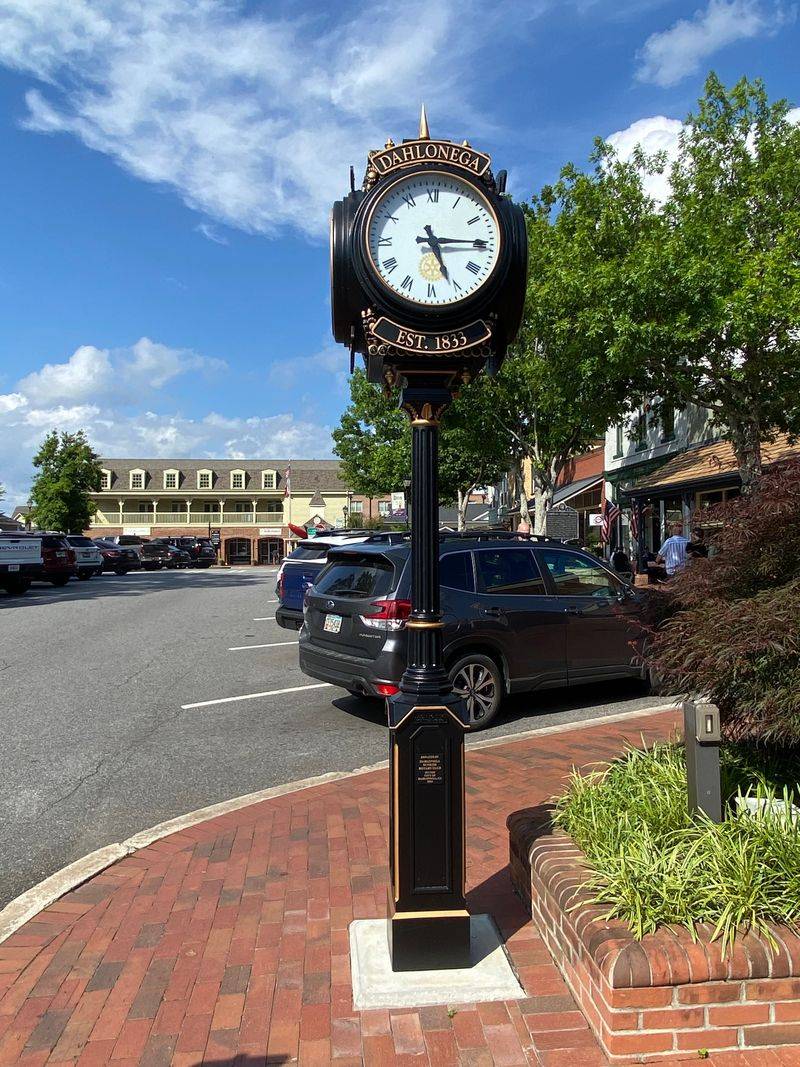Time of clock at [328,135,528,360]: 5:14
